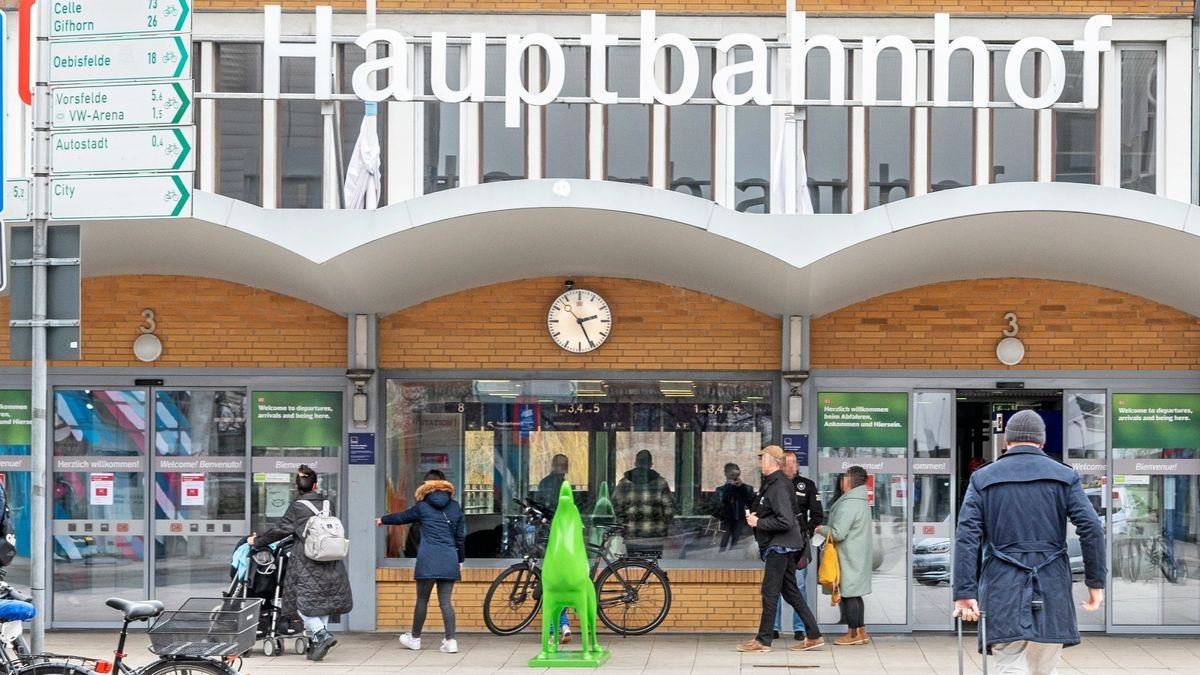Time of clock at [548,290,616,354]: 2:25
